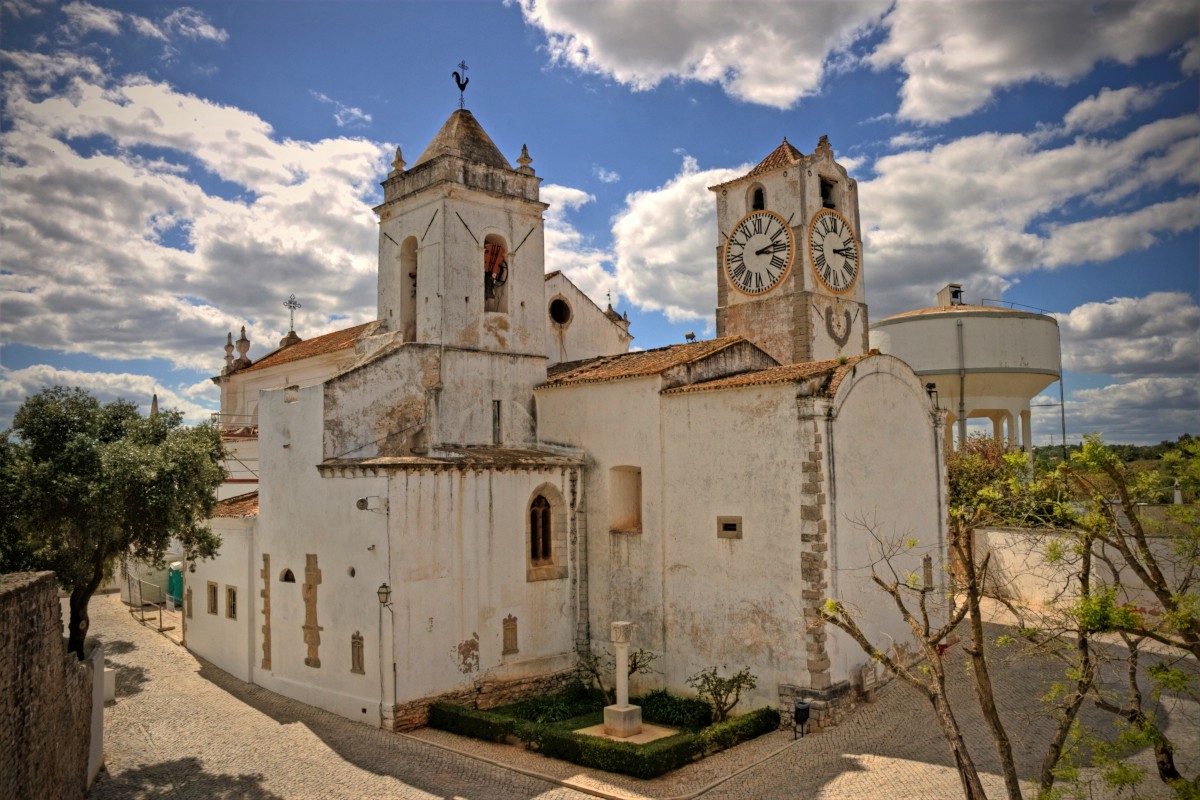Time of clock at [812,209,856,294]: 3:12
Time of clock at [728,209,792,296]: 3:12
